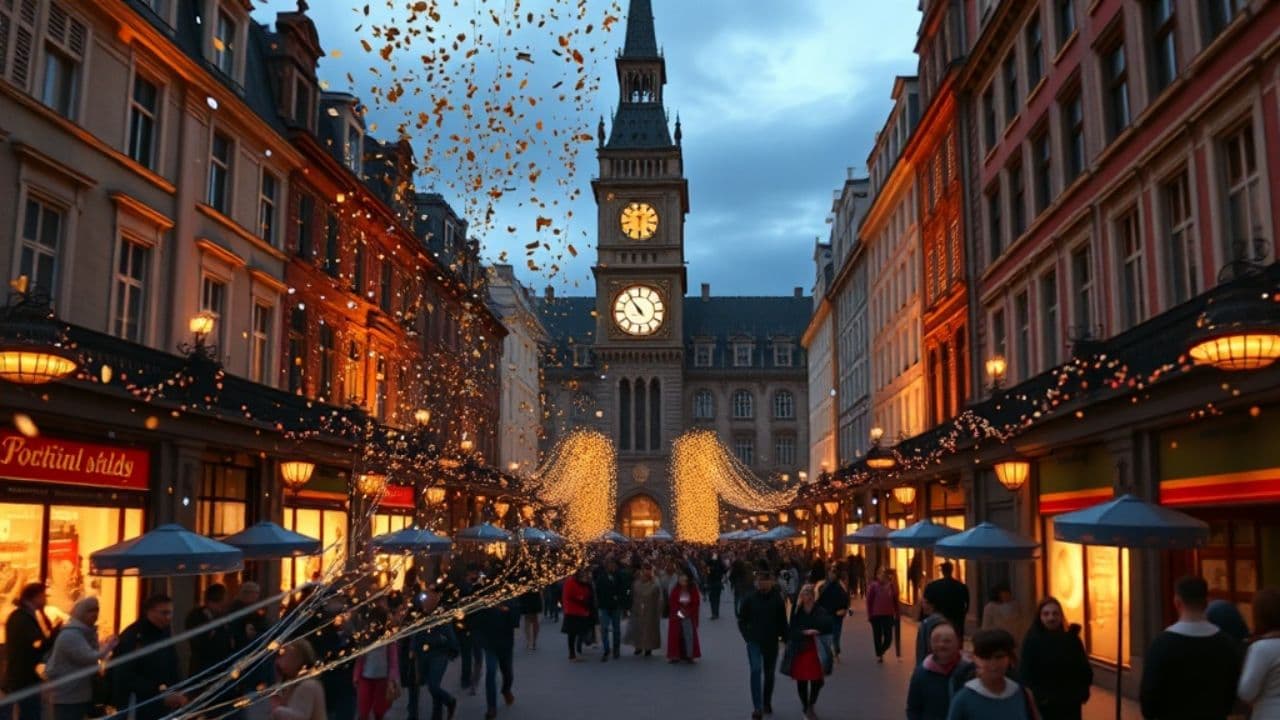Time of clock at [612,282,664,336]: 10:54
